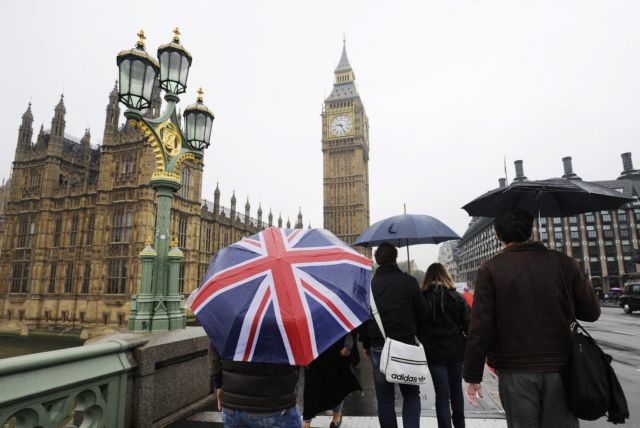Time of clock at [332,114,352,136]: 9:25
